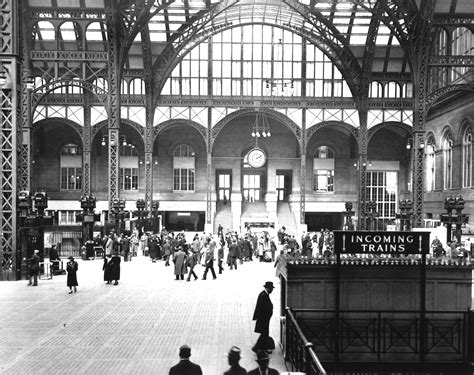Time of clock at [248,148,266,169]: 2:09
